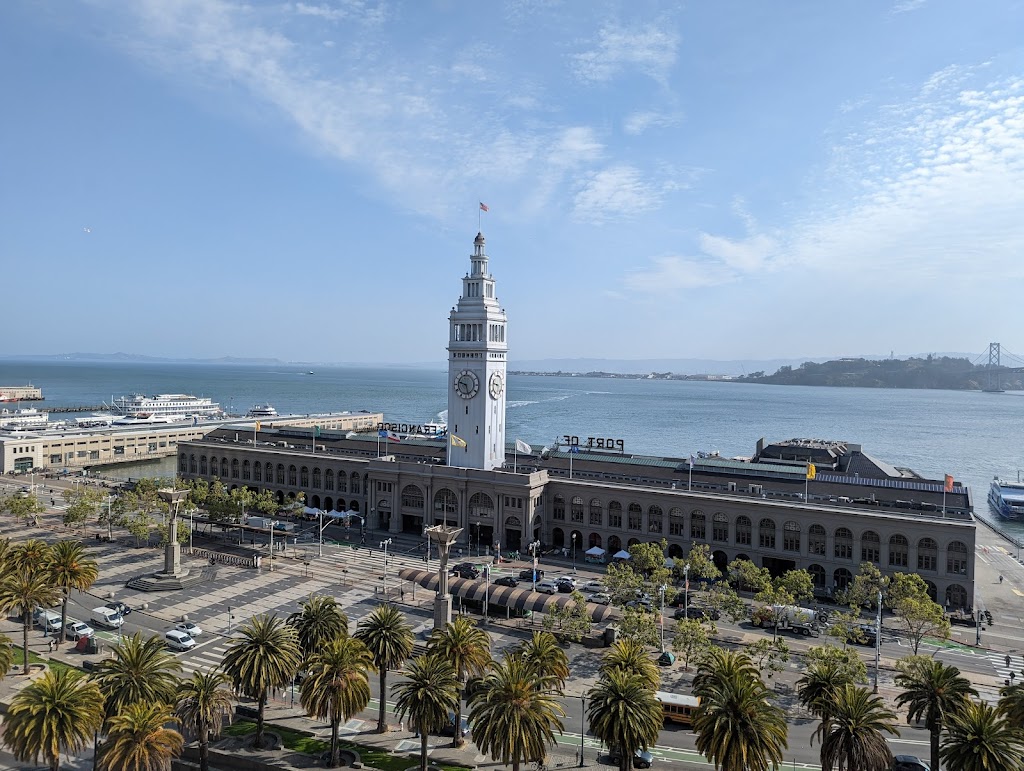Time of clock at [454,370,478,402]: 9:27
